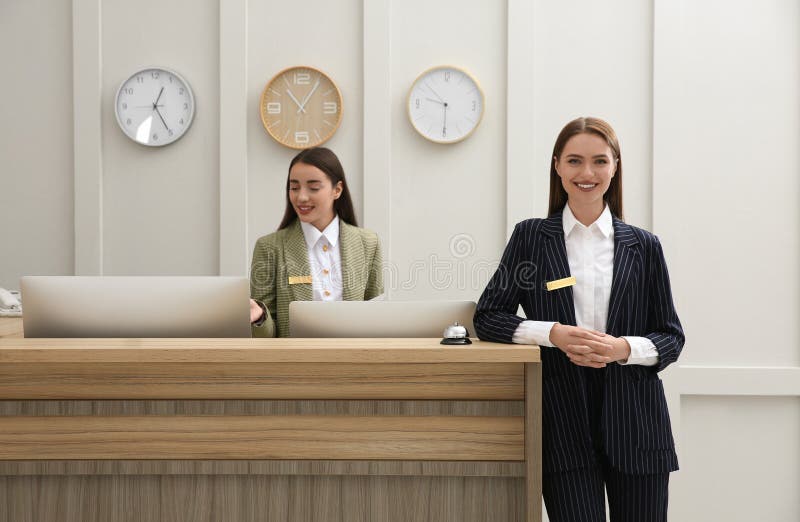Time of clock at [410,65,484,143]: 9:30
